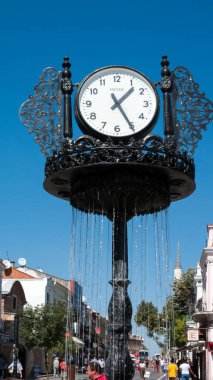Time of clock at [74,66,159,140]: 1:25
